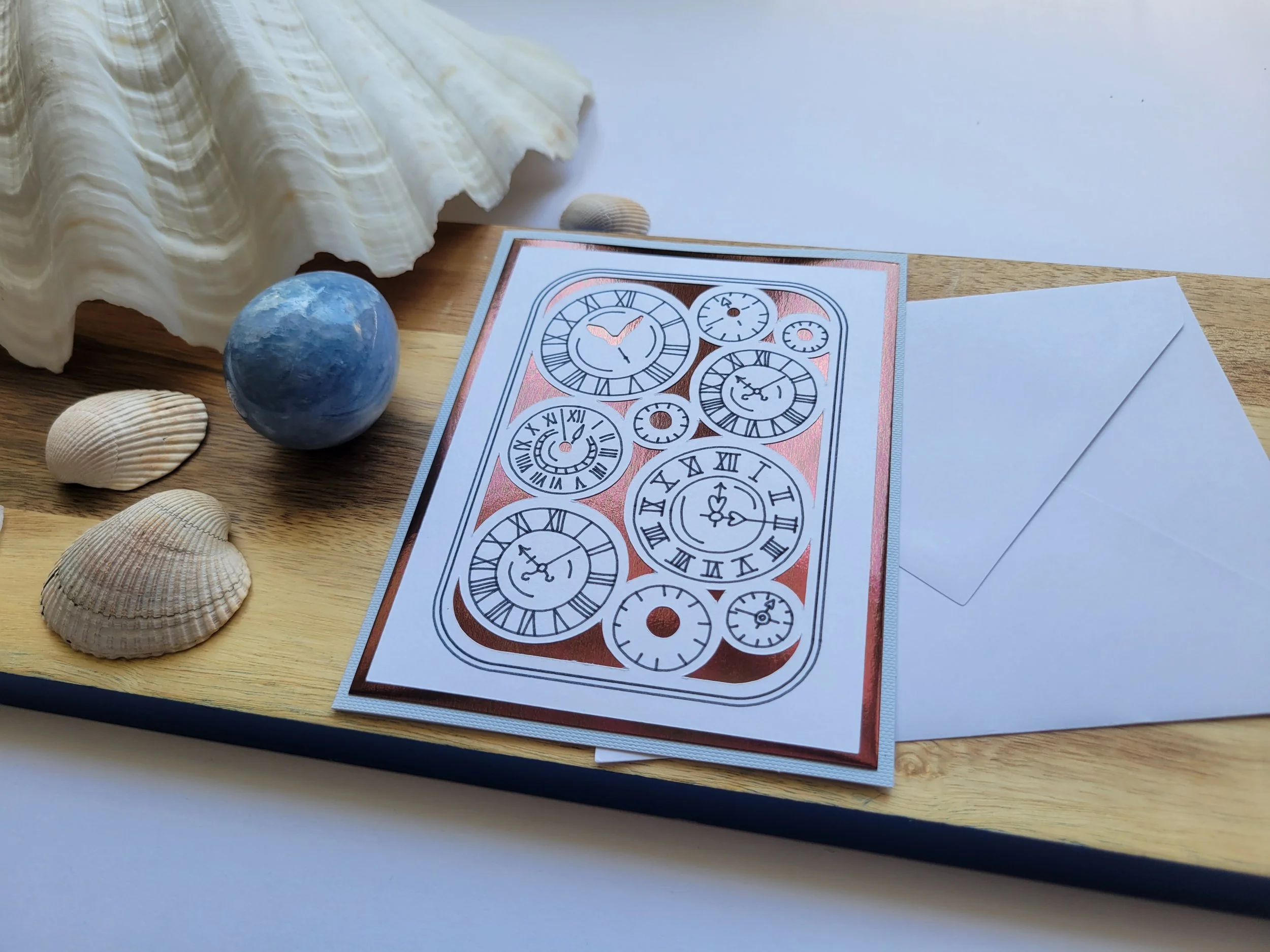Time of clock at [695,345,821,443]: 10:08
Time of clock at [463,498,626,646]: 10:08
